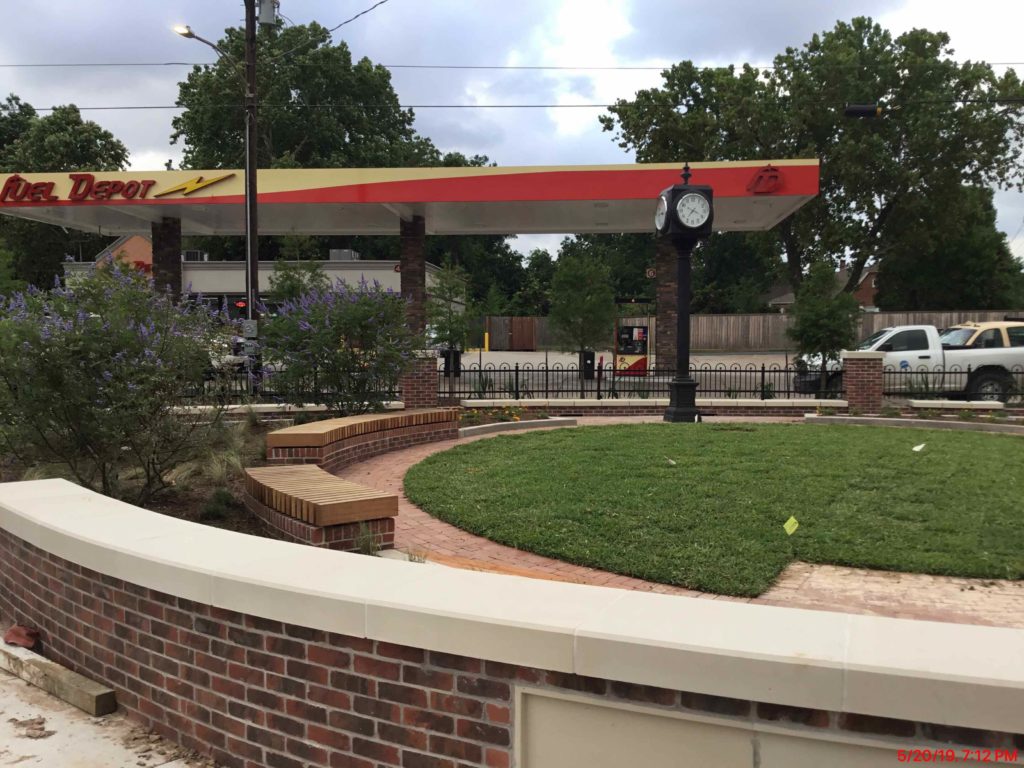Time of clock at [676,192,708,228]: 7:19
